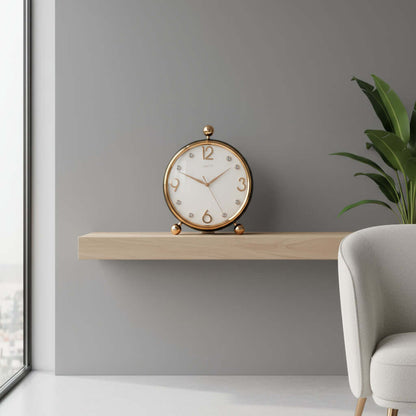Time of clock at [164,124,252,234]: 1:49
